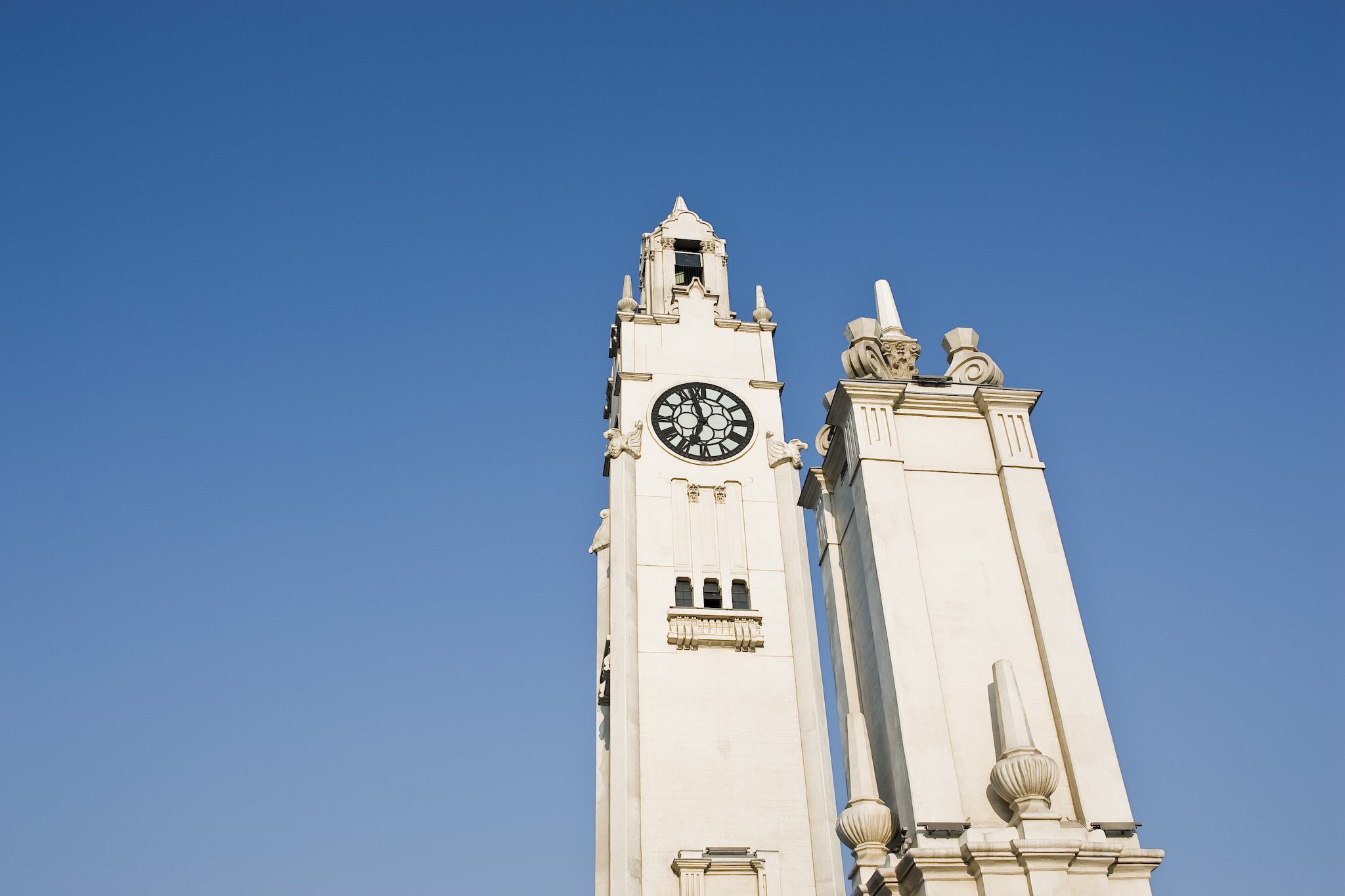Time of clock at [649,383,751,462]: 6:56
